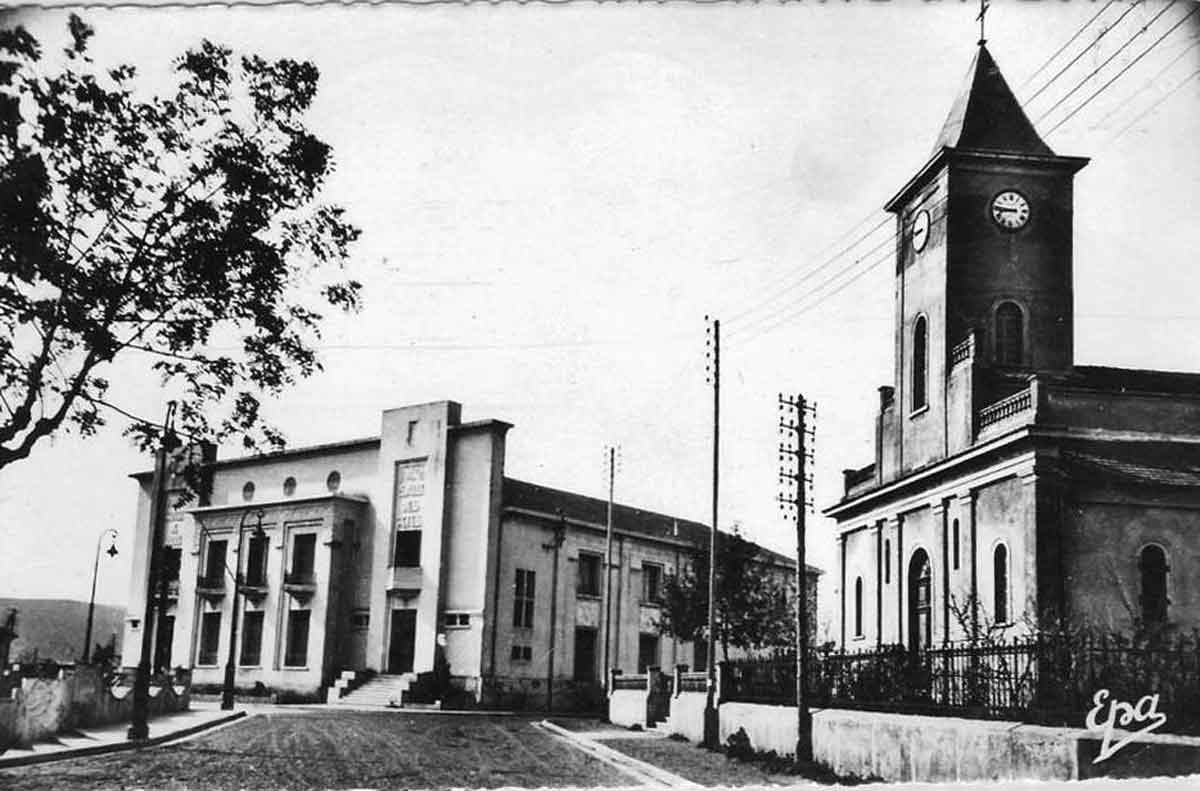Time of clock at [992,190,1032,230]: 8:46
